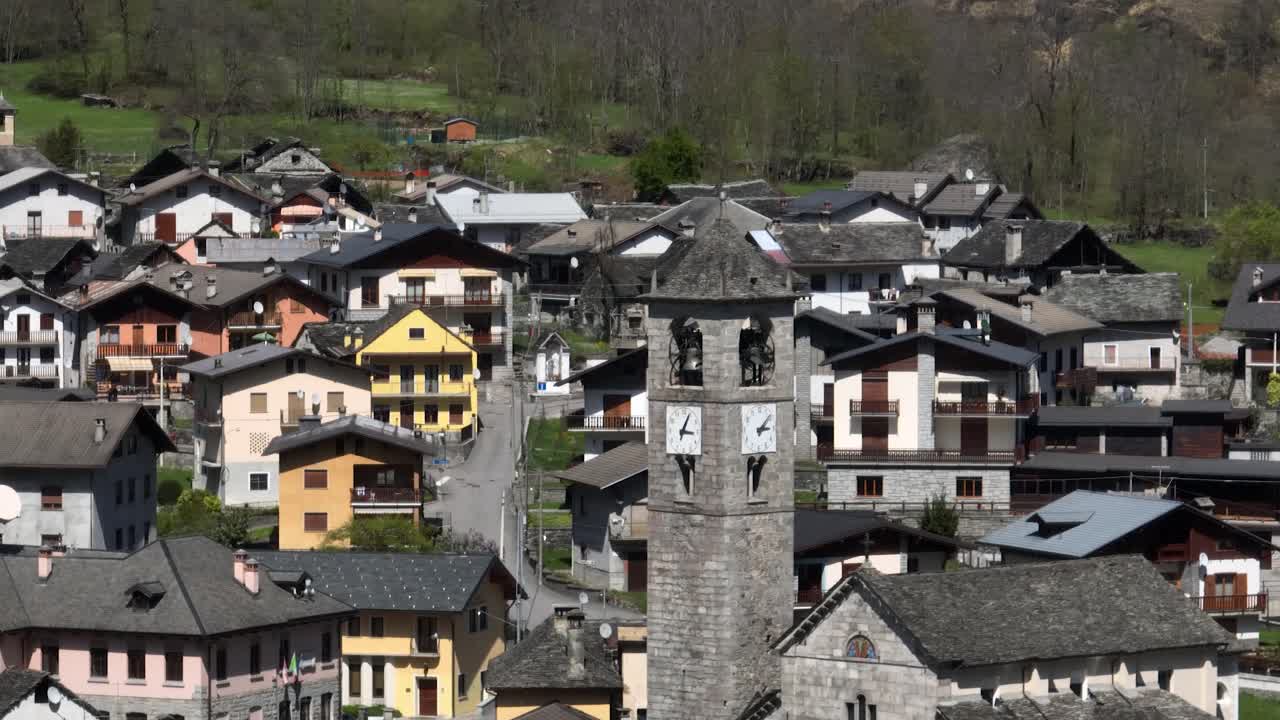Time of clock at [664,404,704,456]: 3:04
